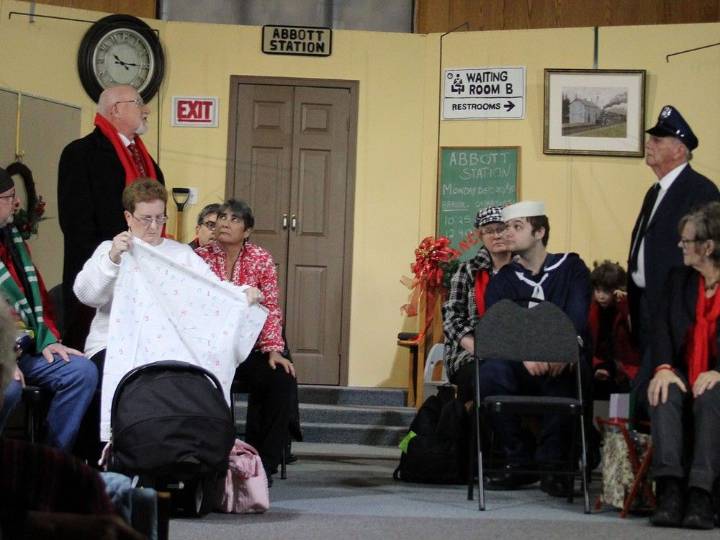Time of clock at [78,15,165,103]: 10:14
